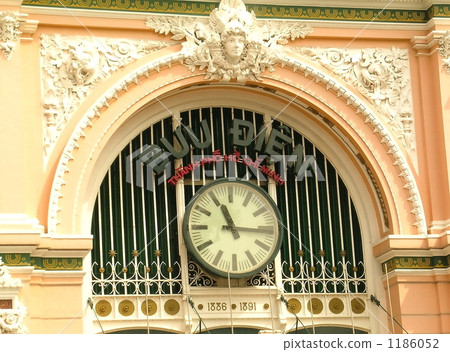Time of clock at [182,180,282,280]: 11:15
